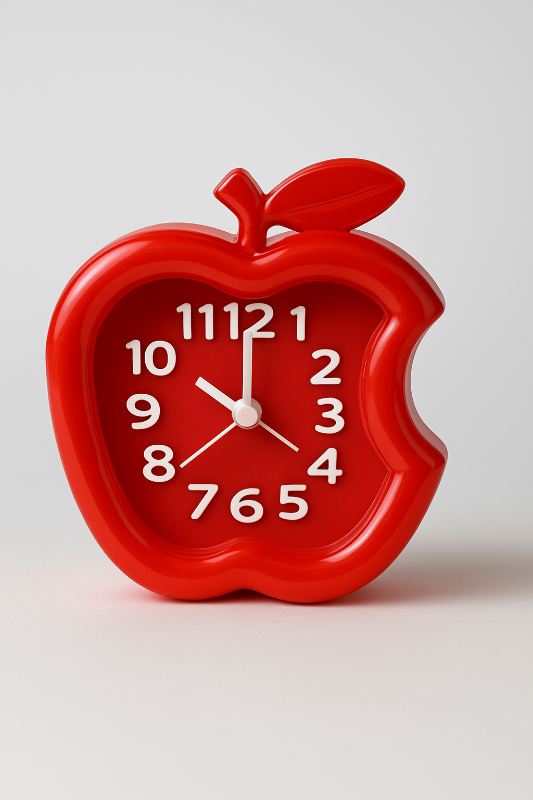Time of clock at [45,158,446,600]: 10:00
